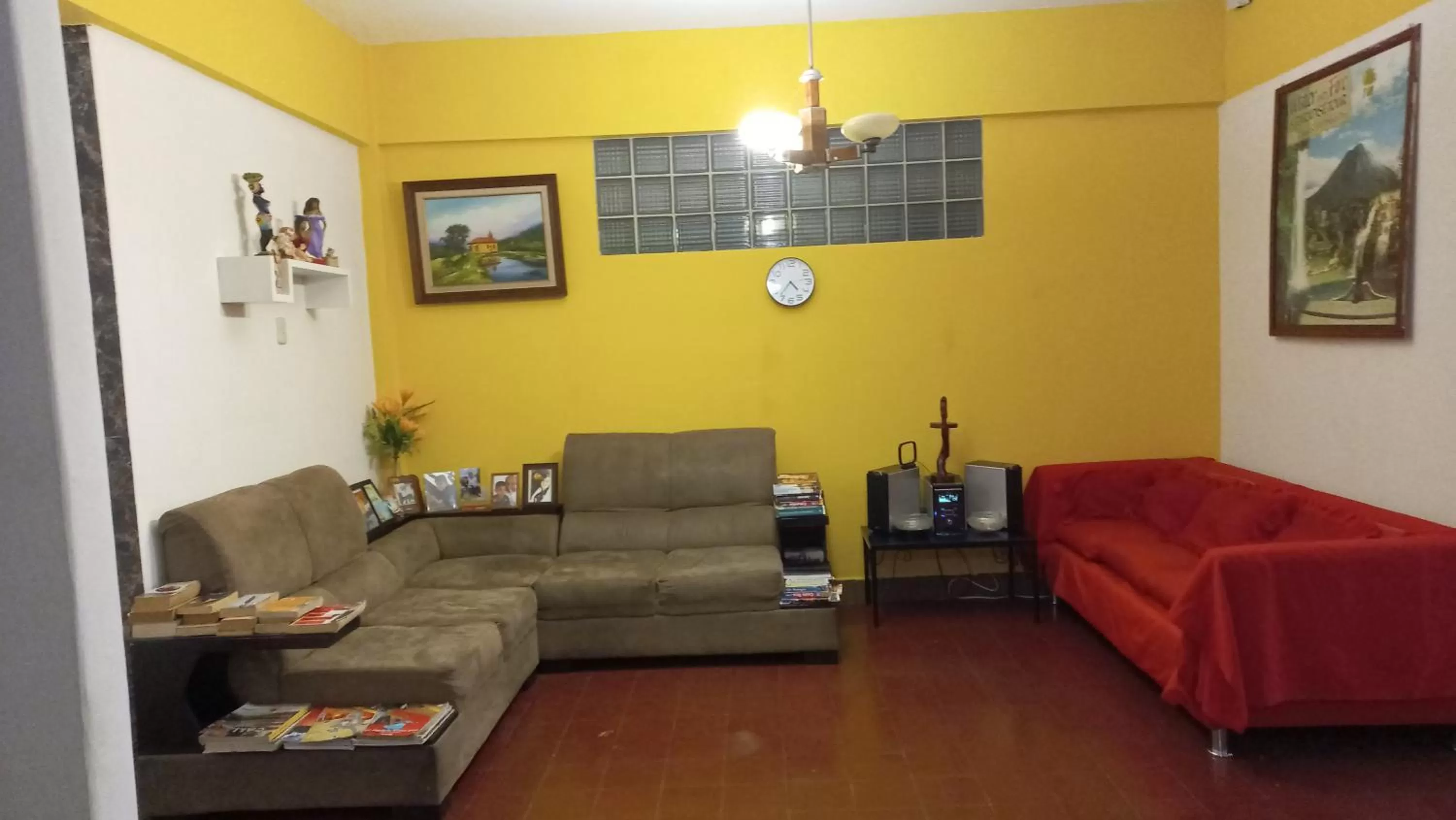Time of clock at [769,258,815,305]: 4:36
